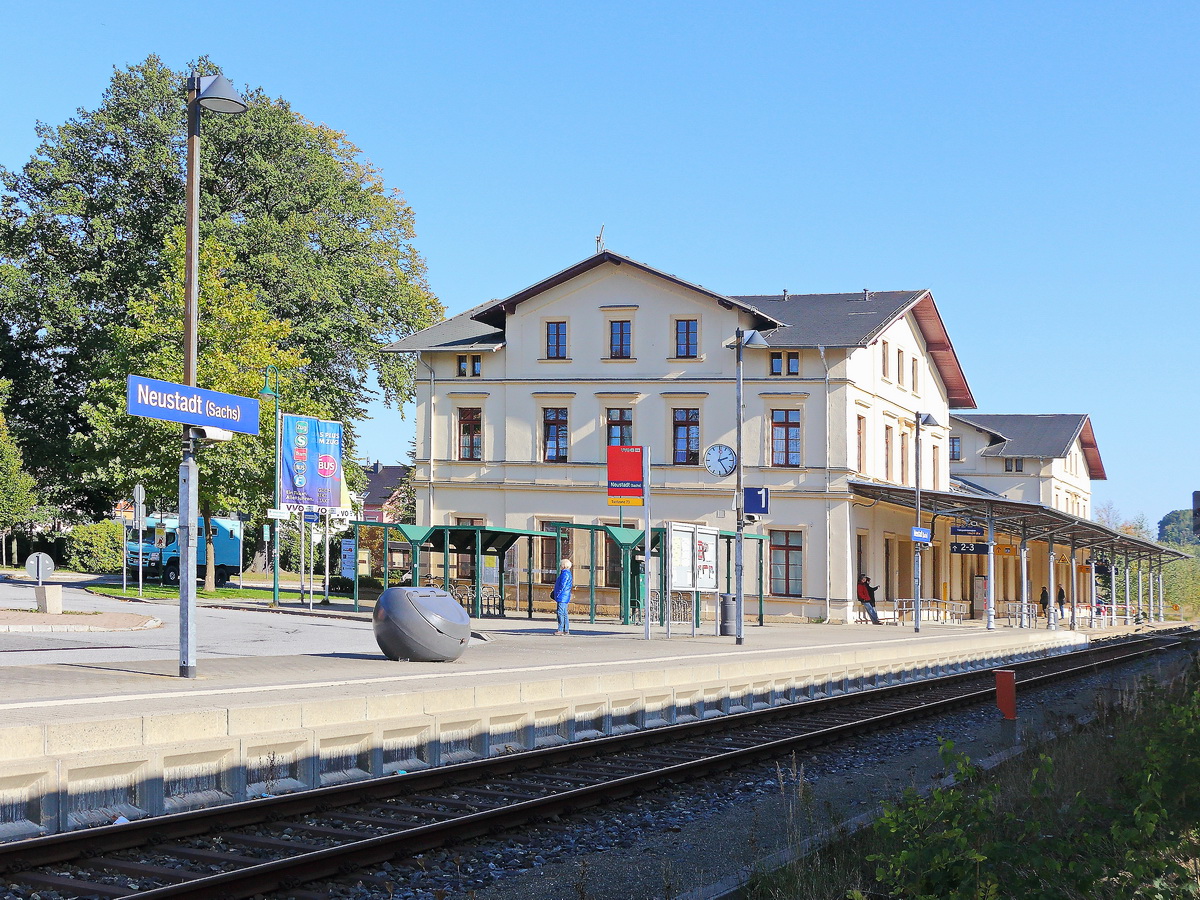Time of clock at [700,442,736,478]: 2:24
